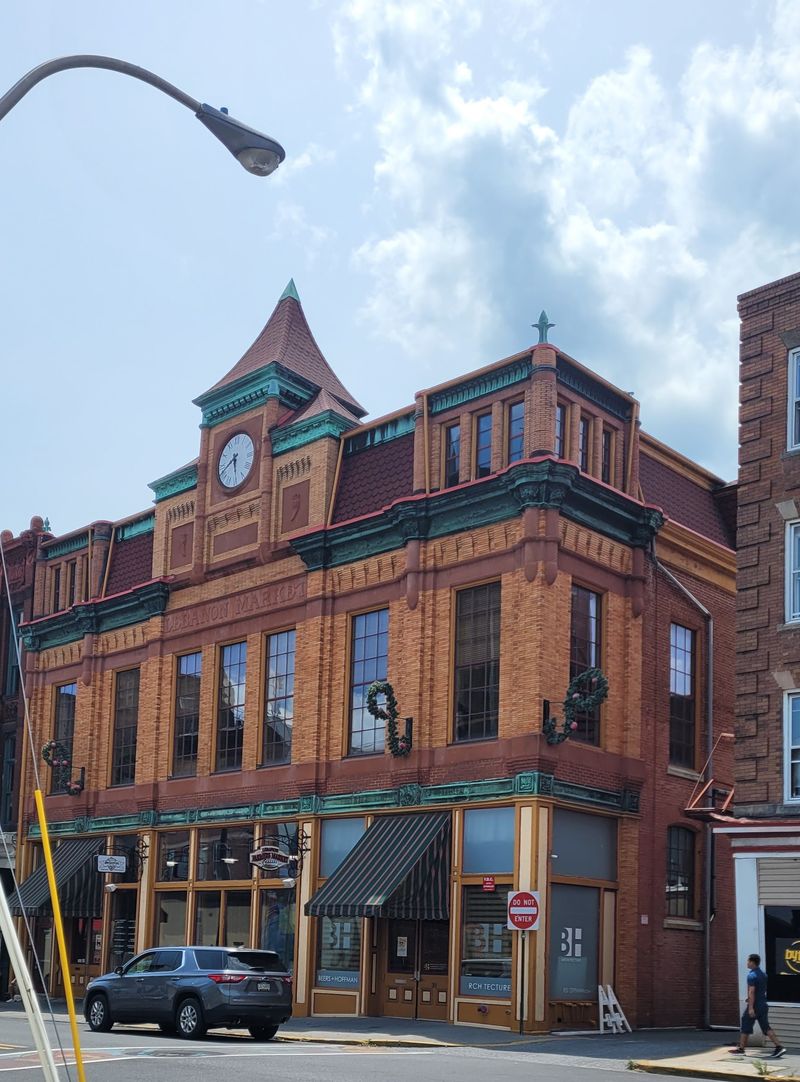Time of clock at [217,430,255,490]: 5:40
